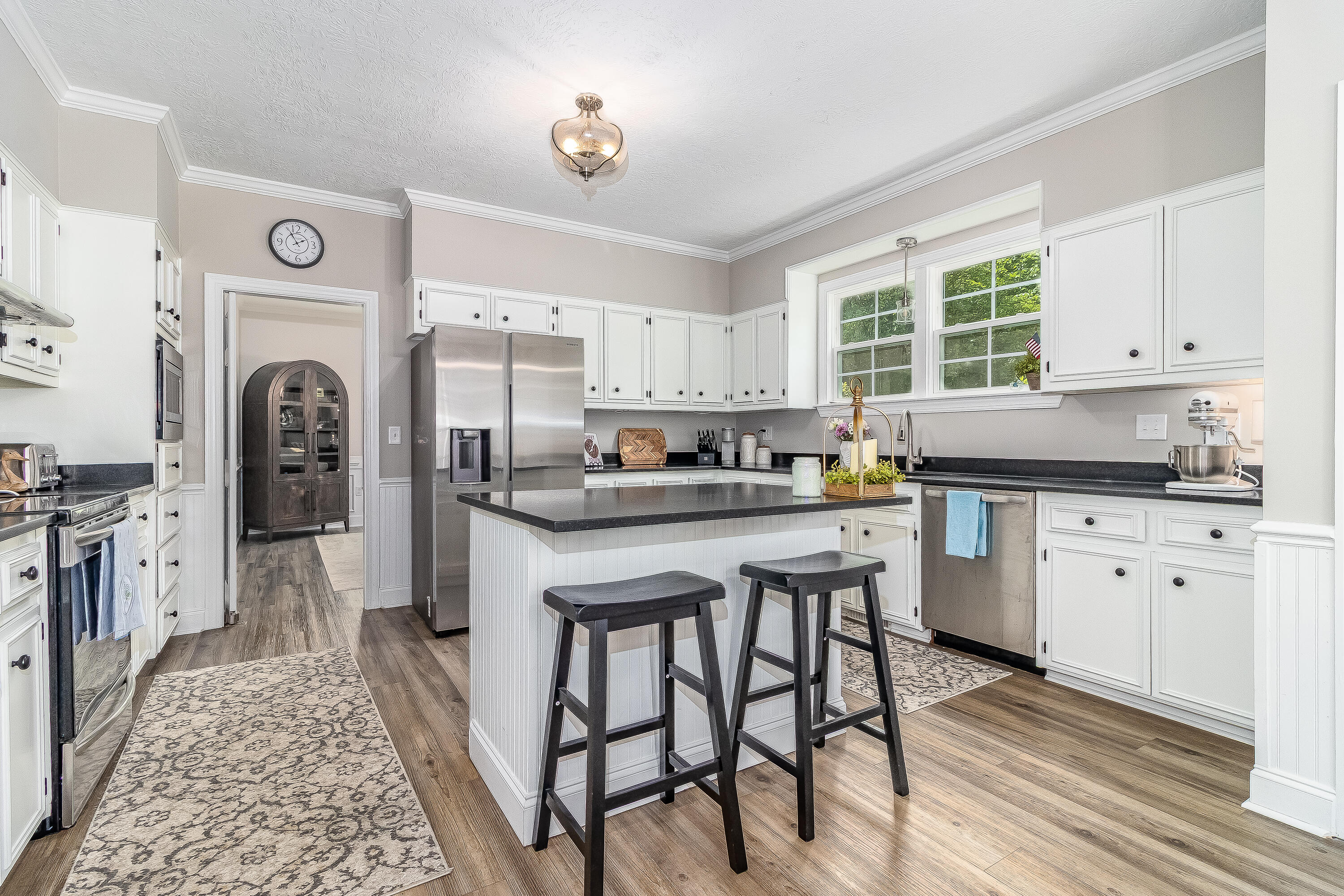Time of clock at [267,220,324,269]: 1:55
